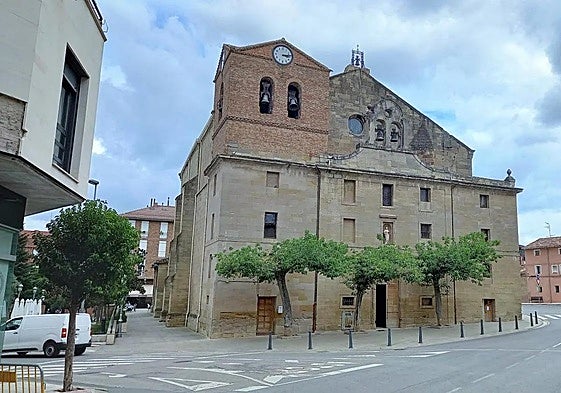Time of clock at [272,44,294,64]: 3:13
